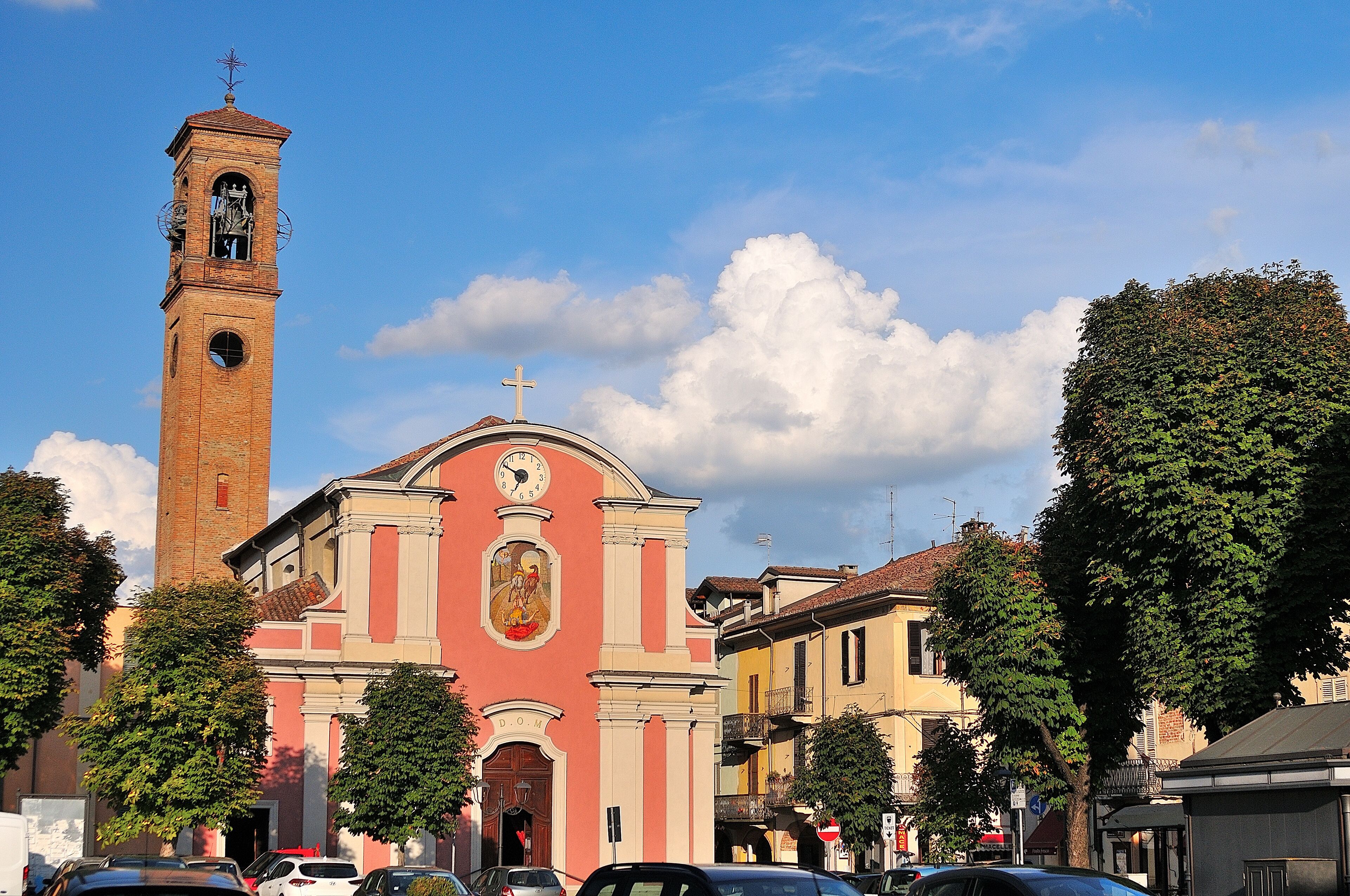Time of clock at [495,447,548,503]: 6:49
